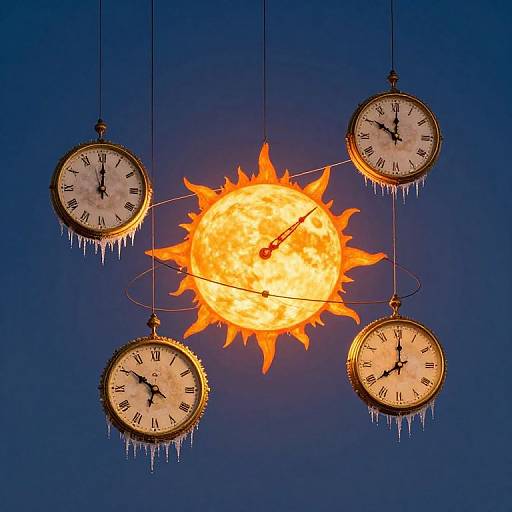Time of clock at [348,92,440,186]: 10:00
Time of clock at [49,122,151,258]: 12:00
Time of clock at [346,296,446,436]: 8:00
